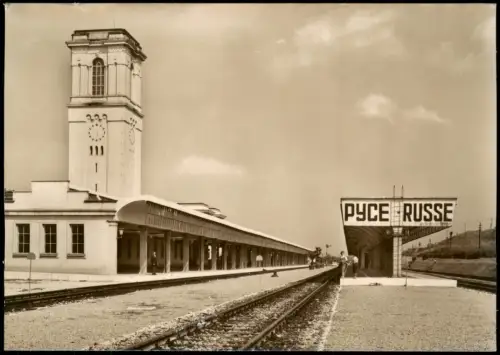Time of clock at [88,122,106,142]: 5:31
